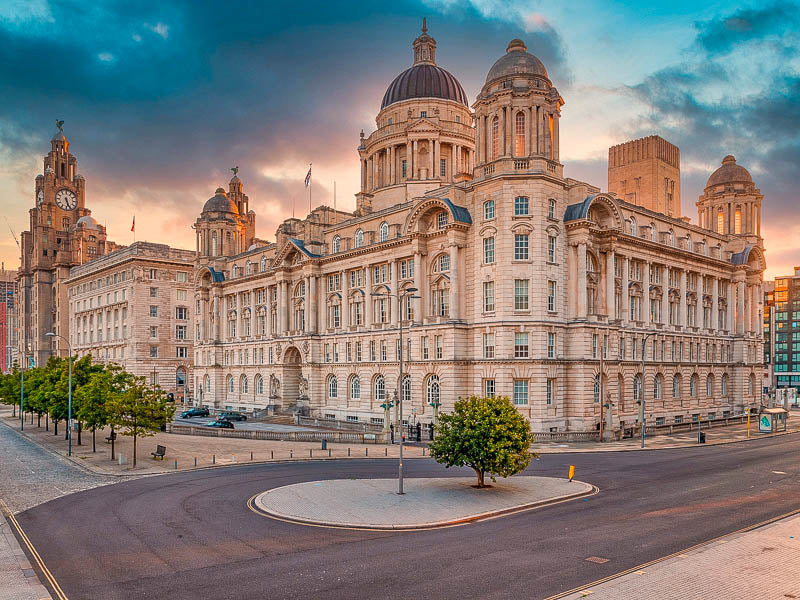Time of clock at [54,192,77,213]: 5:26
